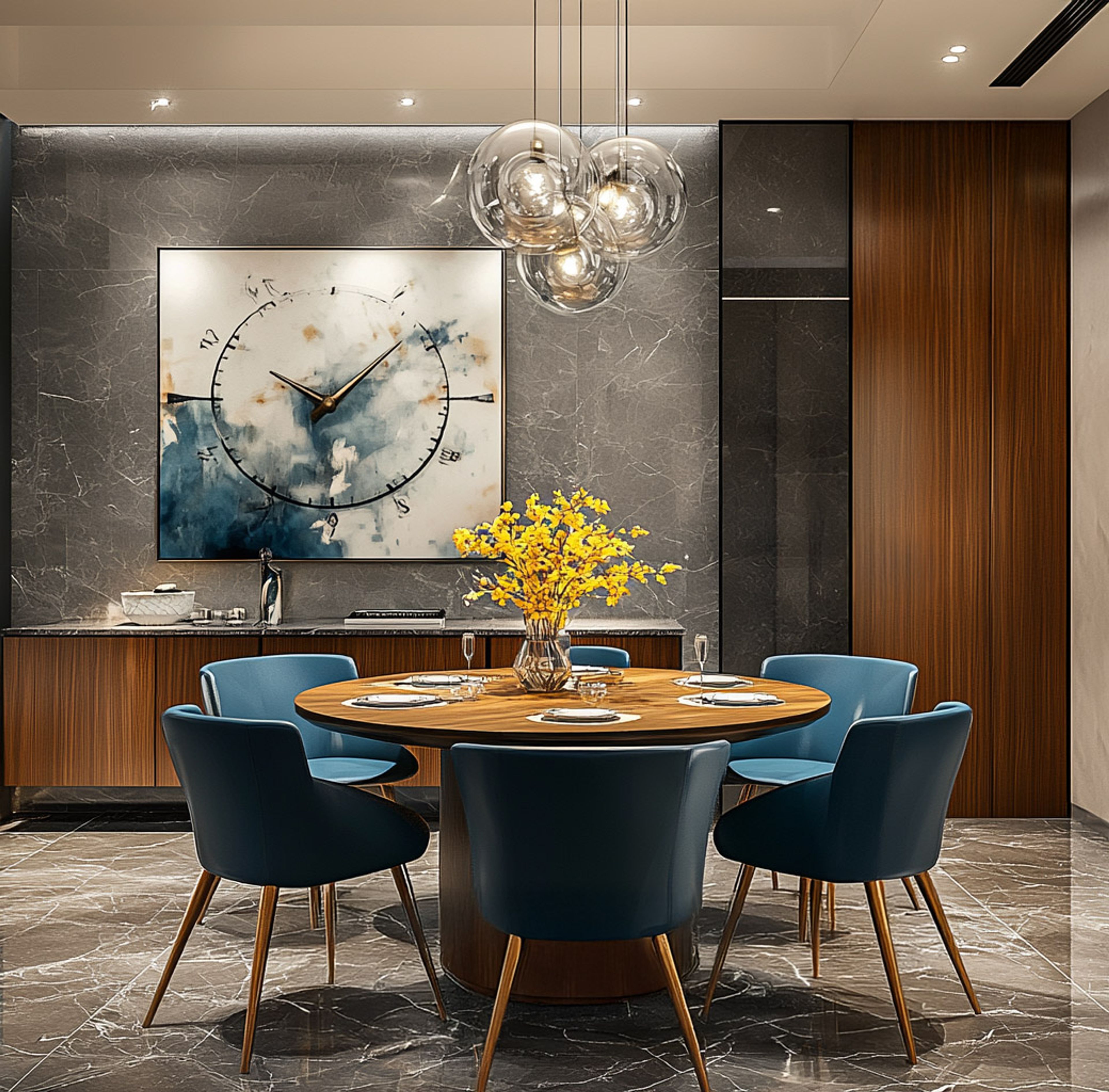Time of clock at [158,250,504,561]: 10:07
